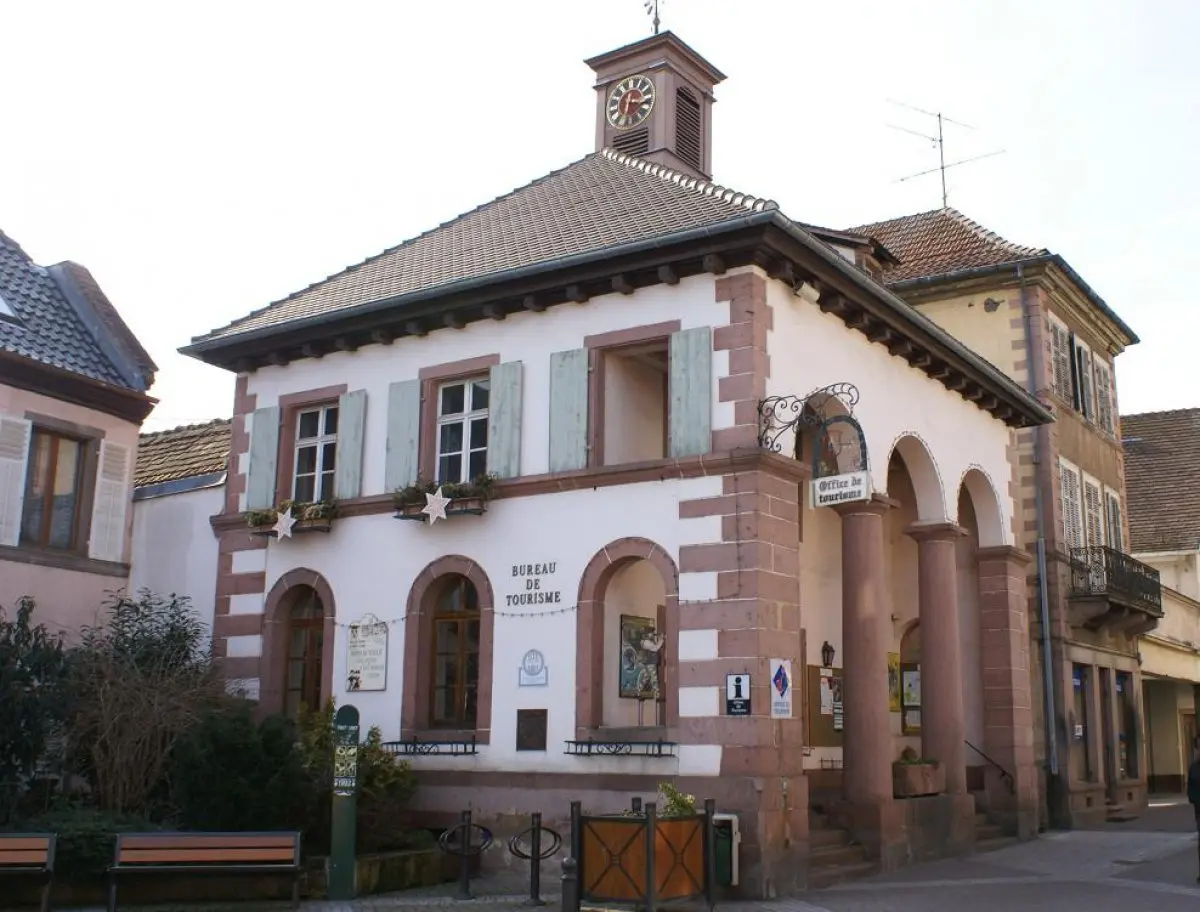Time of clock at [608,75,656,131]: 6:15
